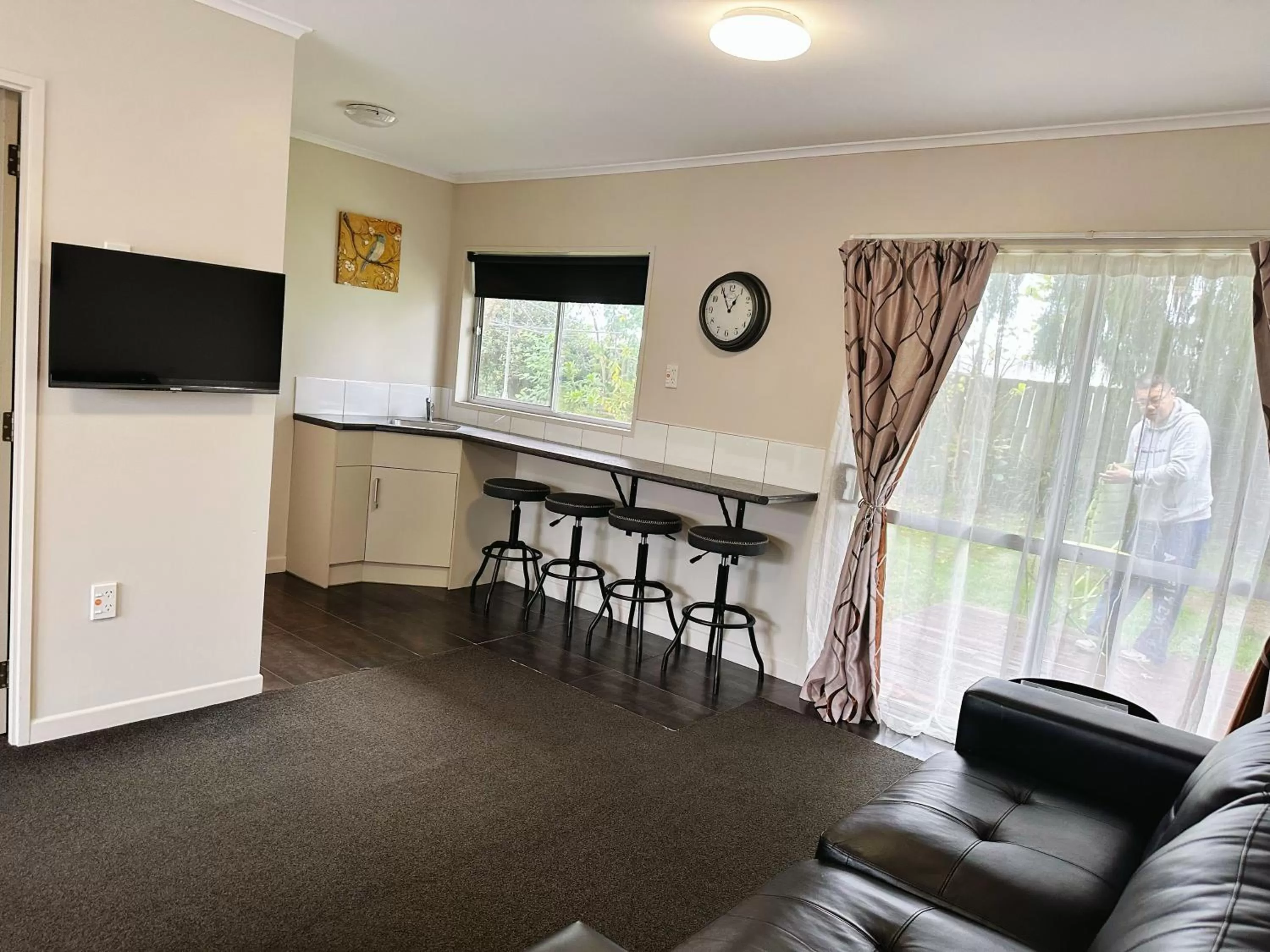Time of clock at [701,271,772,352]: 12:55
